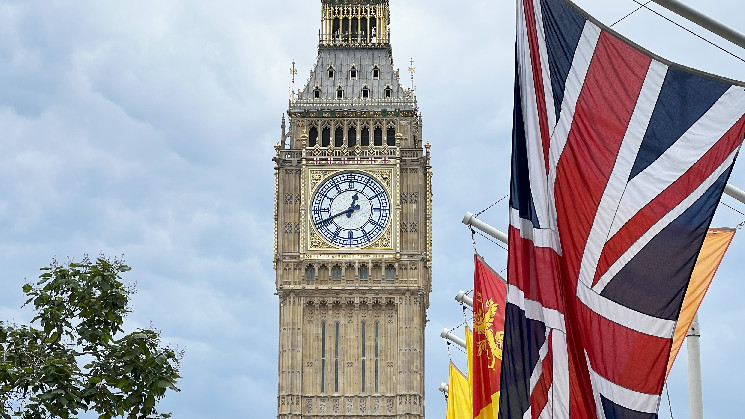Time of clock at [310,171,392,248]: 12:41
